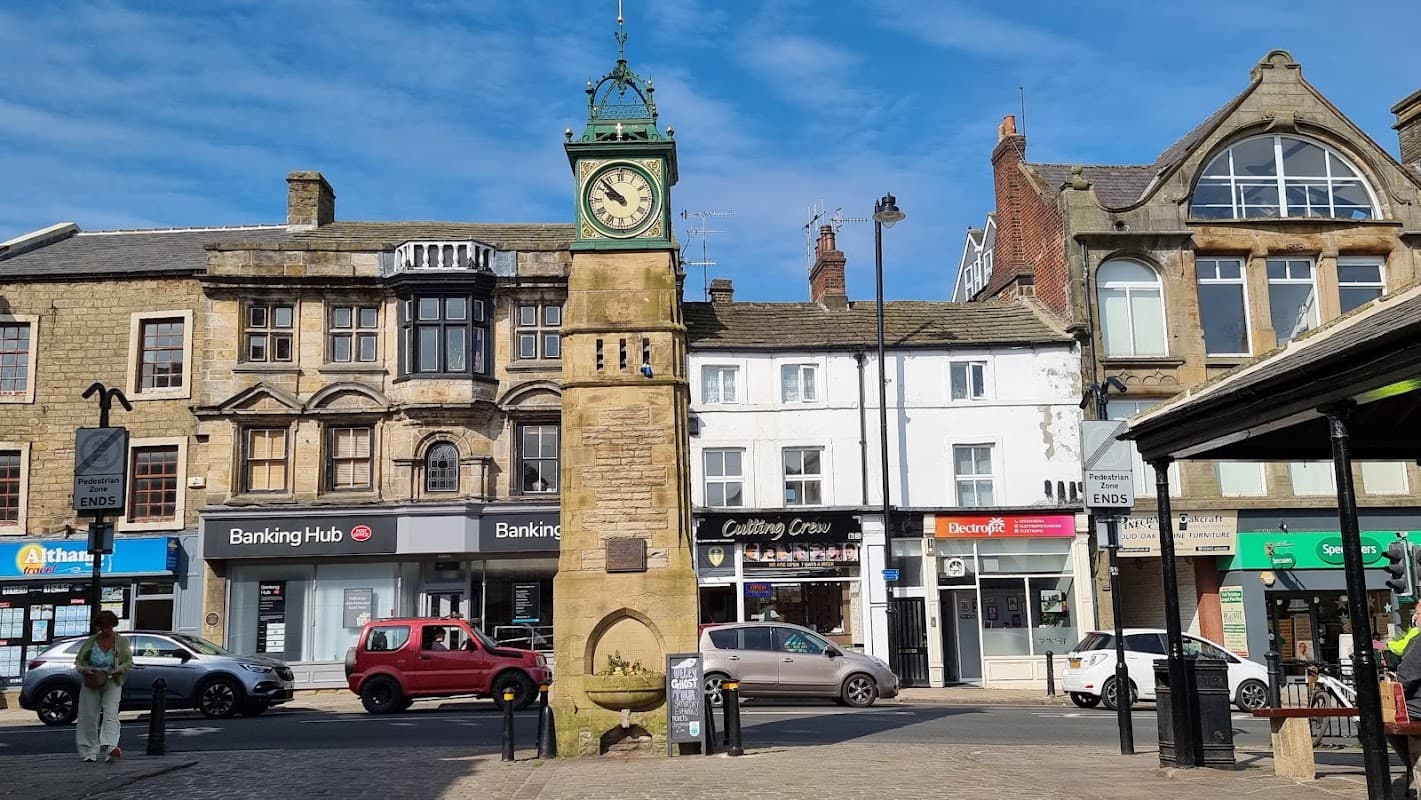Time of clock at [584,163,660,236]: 9:52
